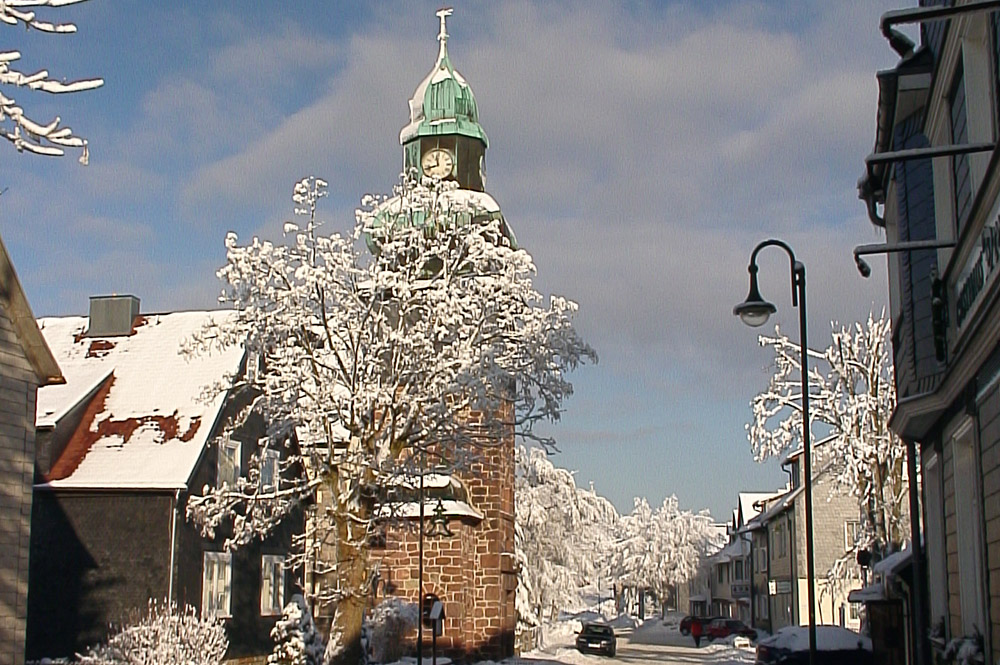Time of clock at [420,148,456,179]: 11:42
